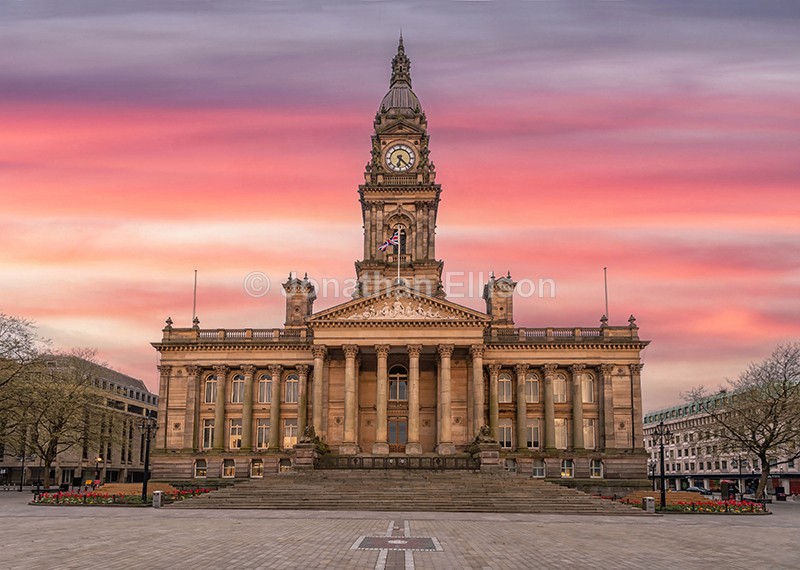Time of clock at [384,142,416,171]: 6:22
